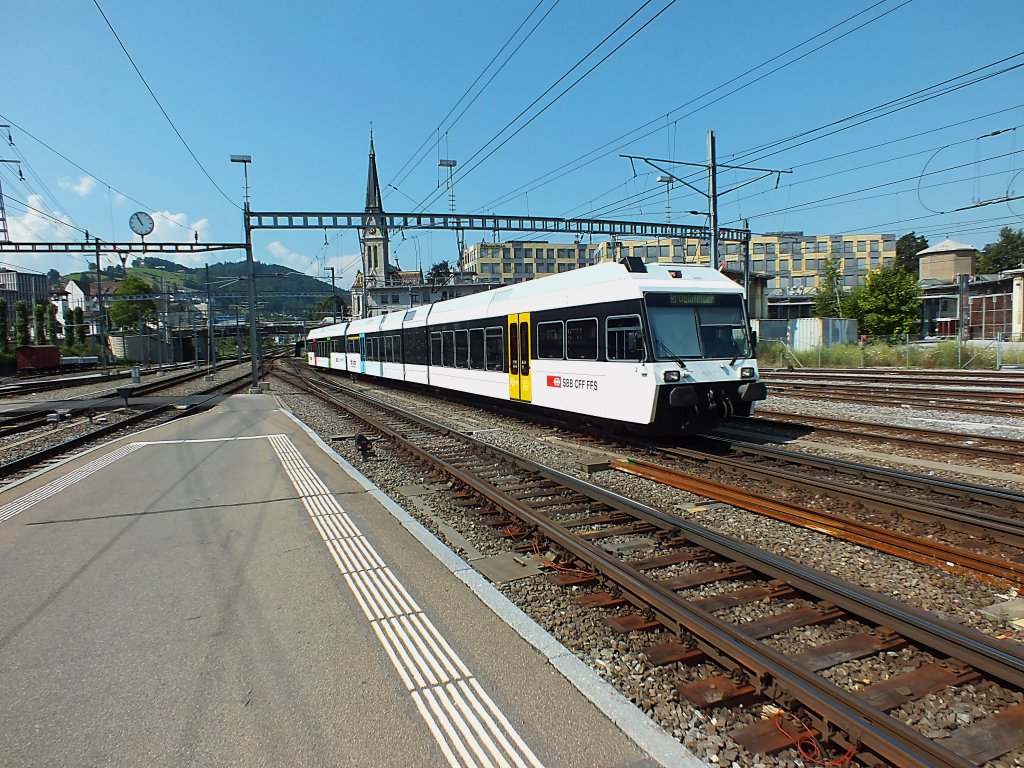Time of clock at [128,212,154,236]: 10:55
